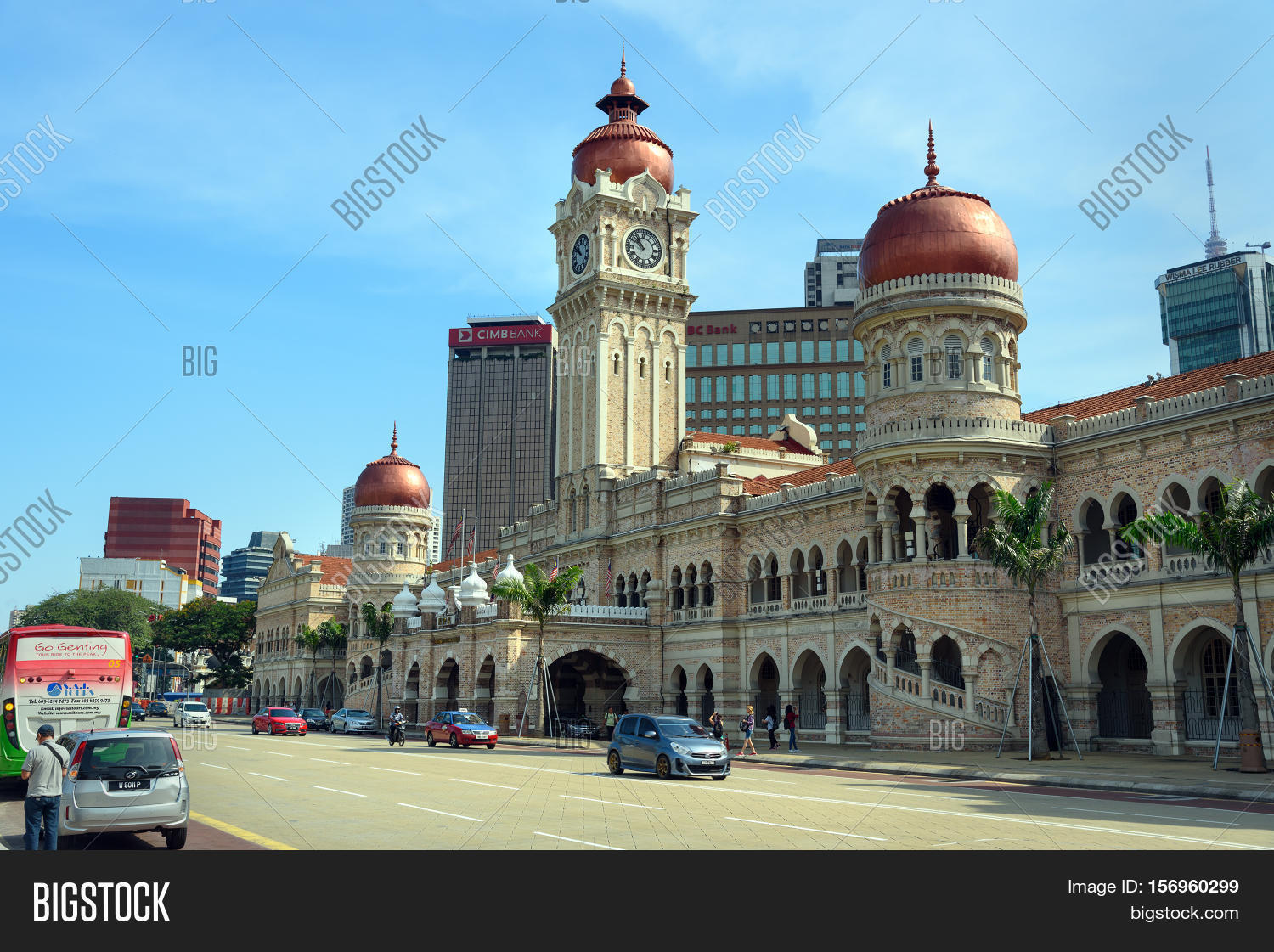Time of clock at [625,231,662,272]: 10:51
